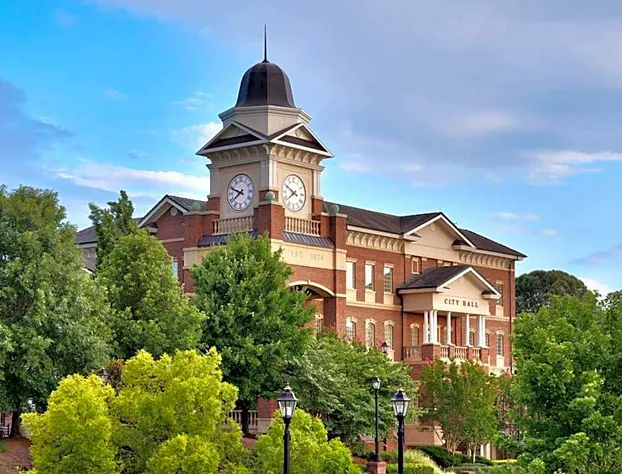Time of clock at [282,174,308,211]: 7:49
